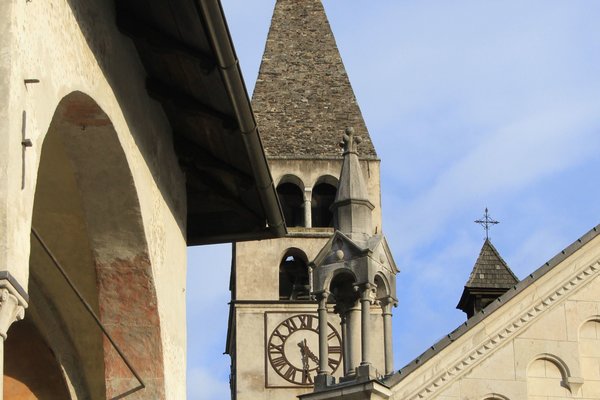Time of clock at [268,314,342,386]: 4:29
